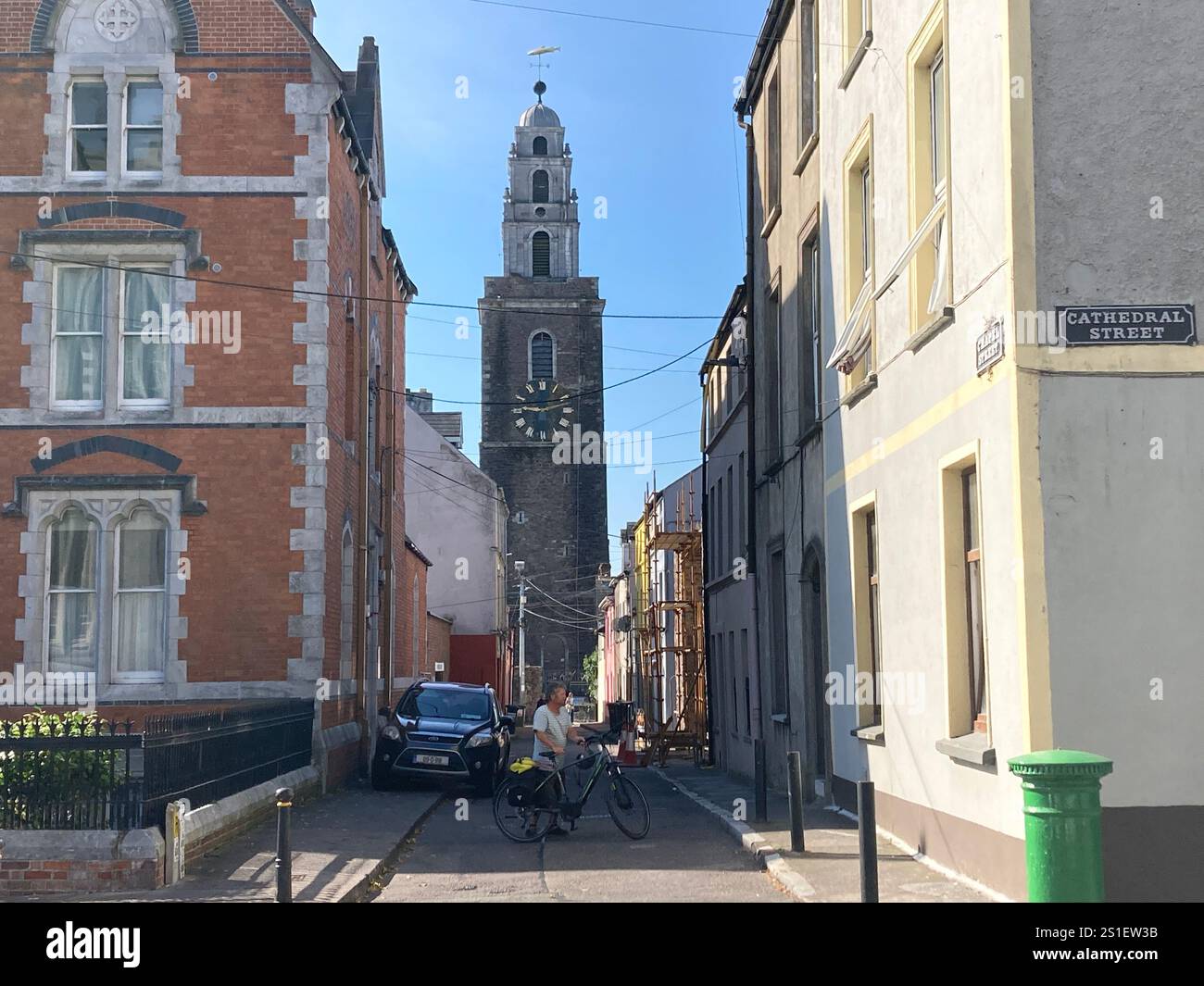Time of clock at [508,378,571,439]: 9:12
